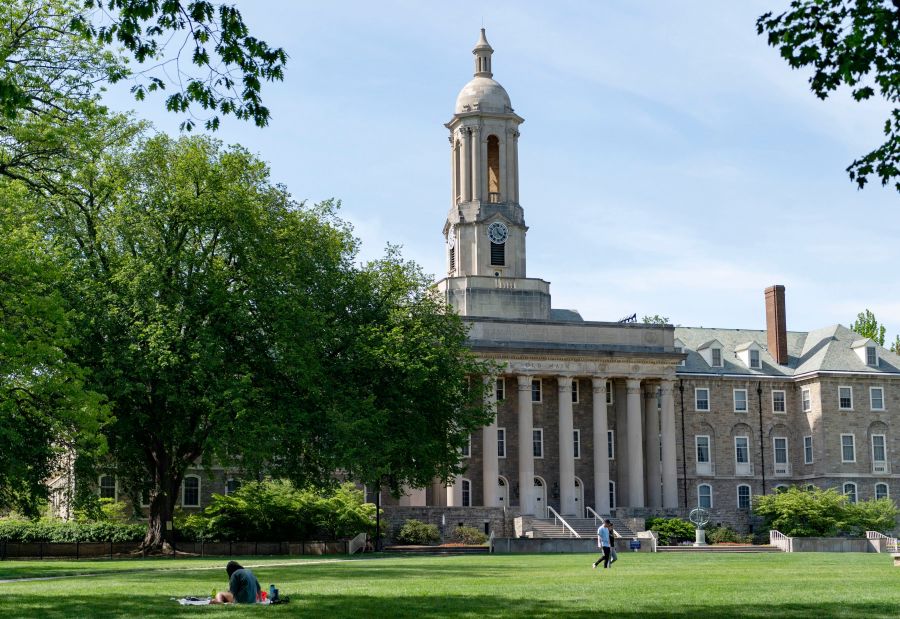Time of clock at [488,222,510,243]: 11:21
